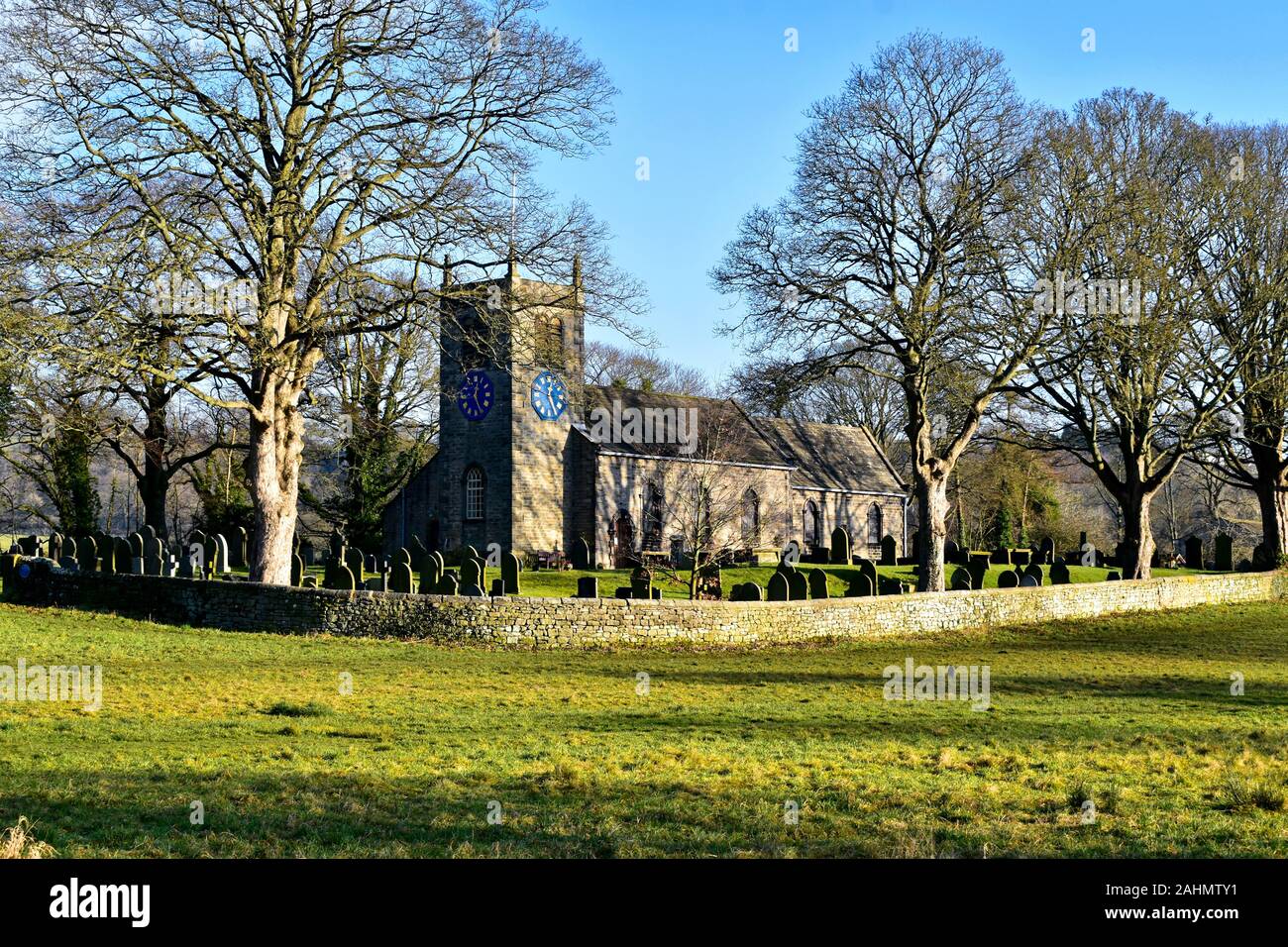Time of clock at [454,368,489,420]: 12:25
